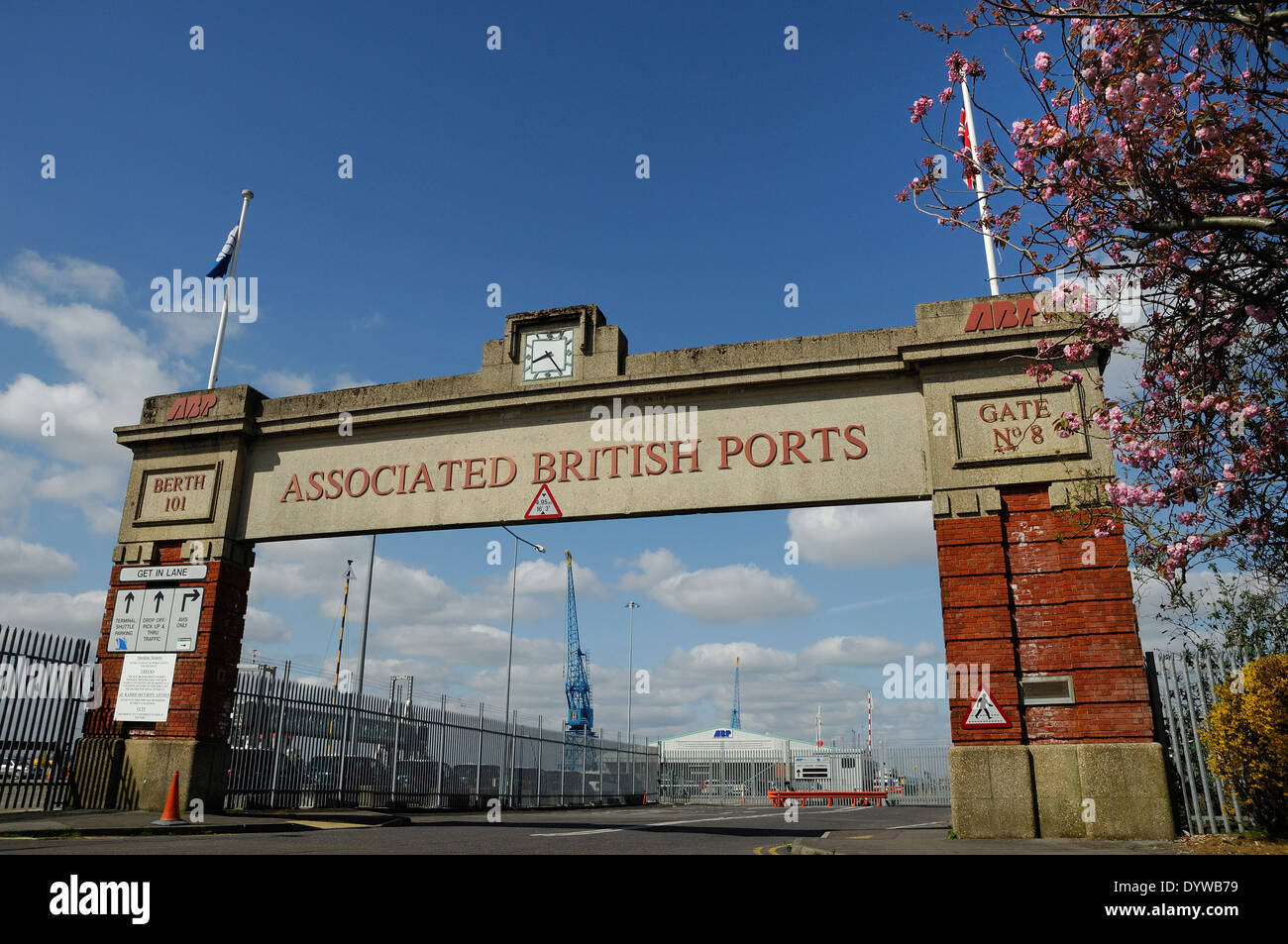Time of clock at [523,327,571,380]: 8:24
